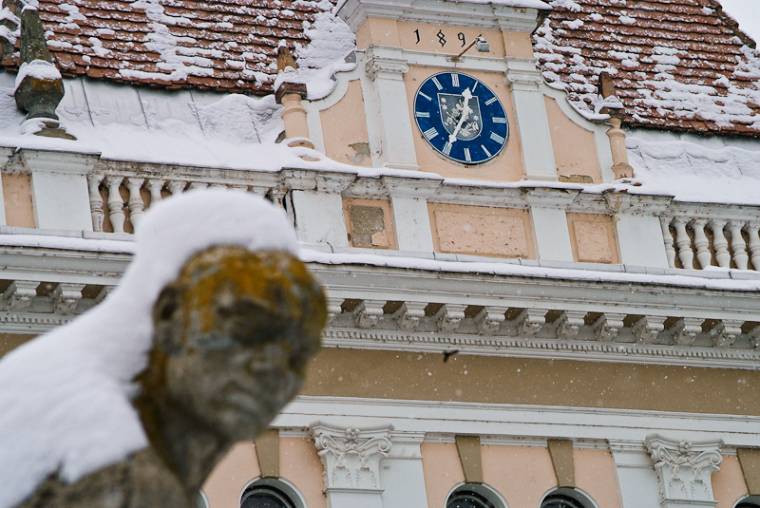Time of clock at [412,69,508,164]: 12:35
